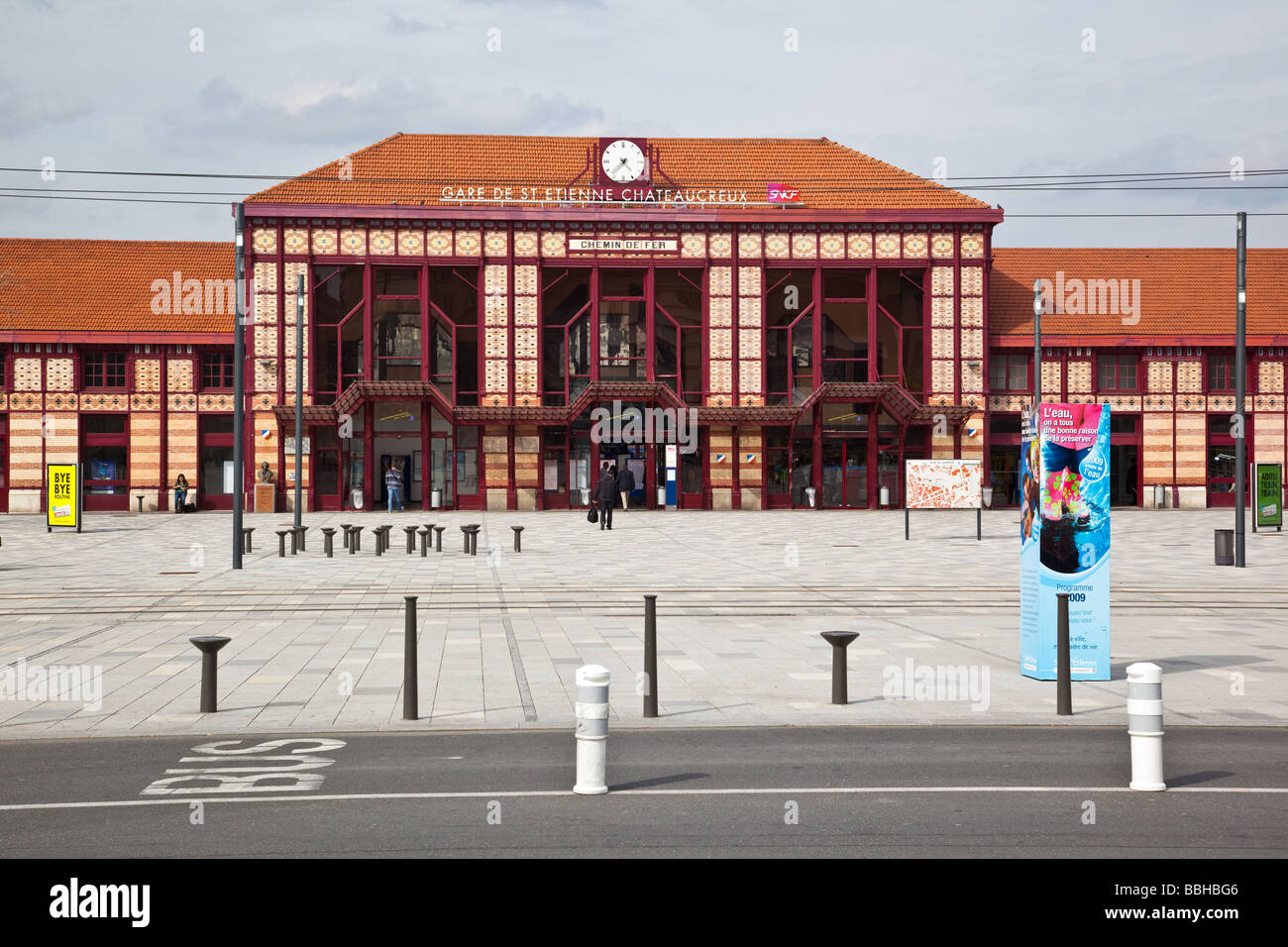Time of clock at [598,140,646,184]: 4:37
